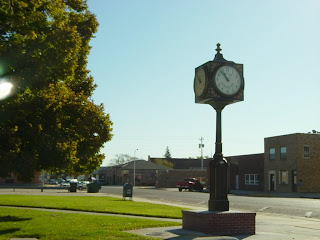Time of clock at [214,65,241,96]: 10:53
